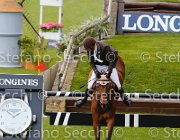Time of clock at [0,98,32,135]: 1:51
